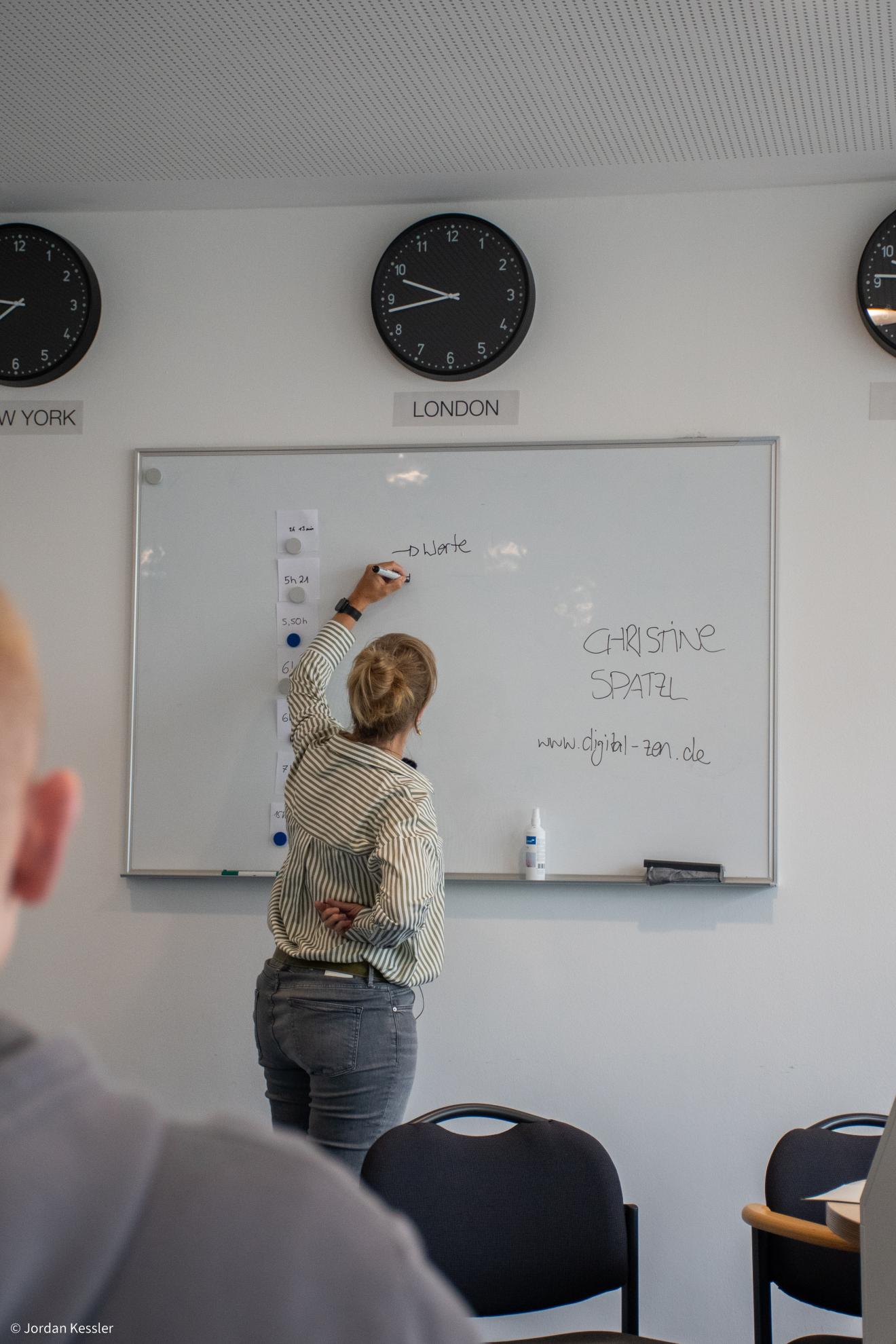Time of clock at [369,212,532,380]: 9:43
